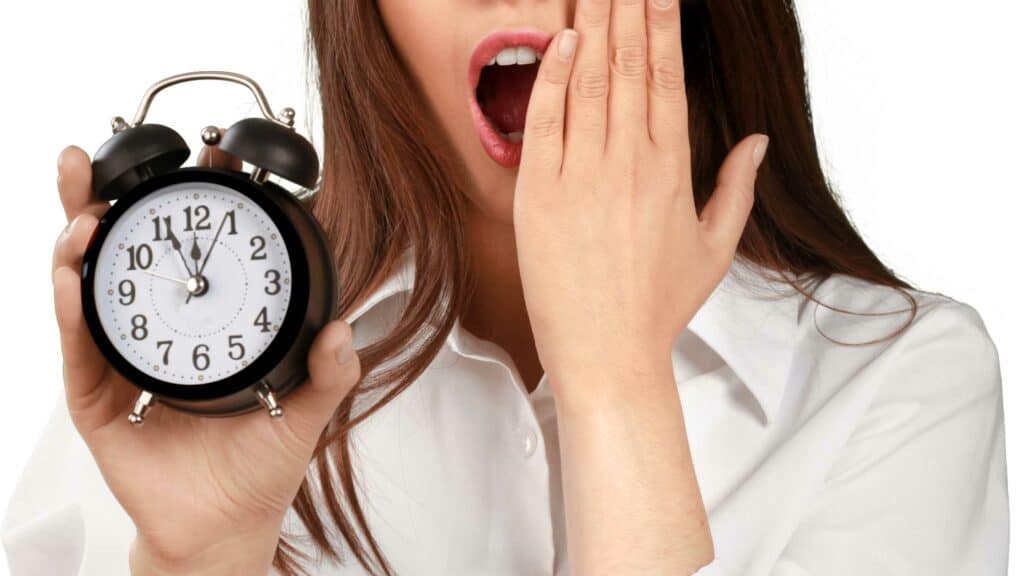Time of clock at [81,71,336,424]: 11:55
